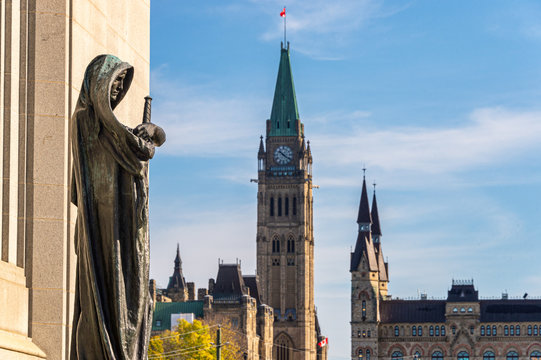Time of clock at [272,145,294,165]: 10:20
